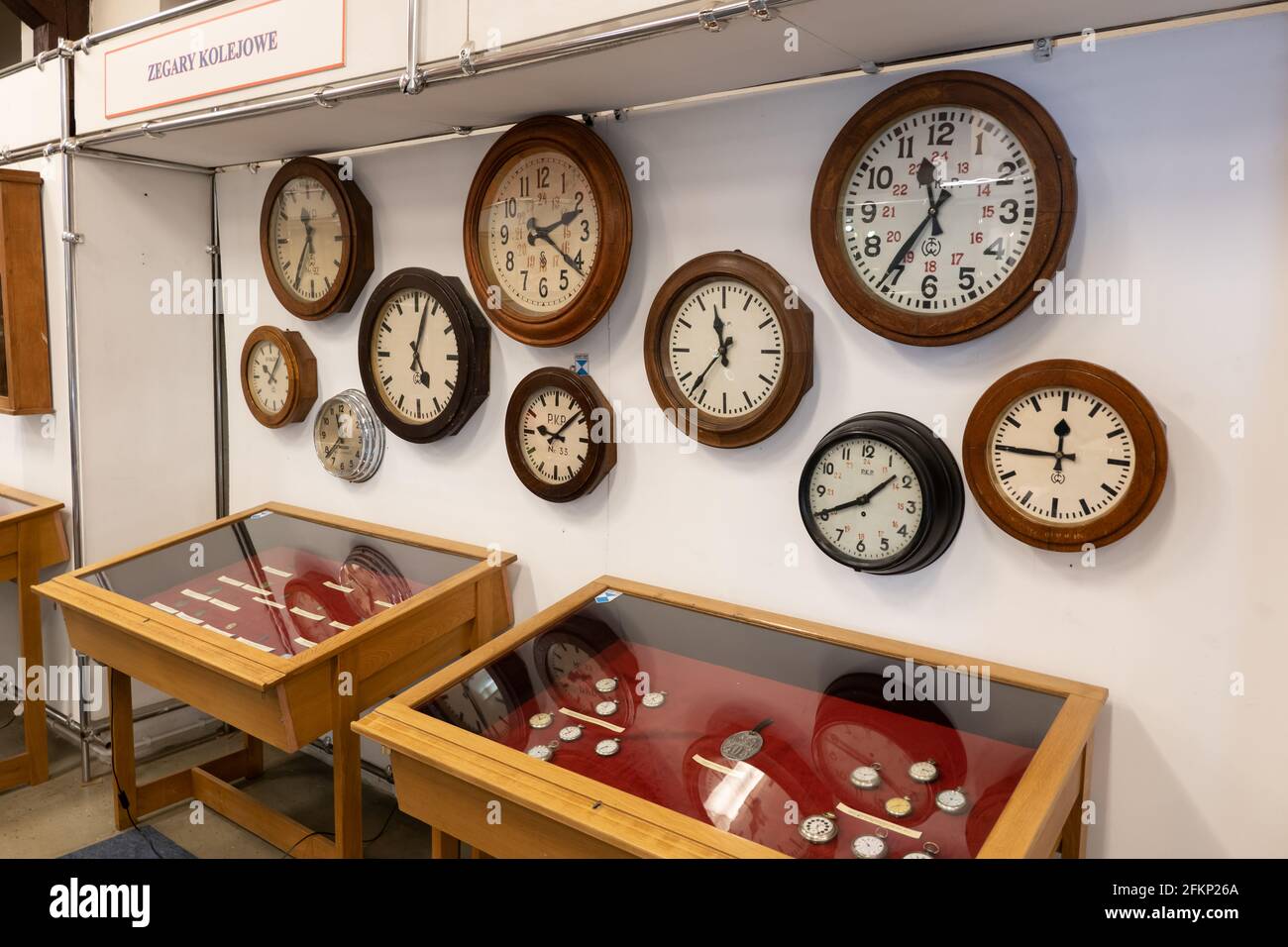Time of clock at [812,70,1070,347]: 11:35
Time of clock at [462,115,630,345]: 2:21
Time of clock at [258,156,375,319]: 11:35
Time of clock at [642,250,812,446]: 11:36
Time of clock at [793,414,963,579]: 1:40
